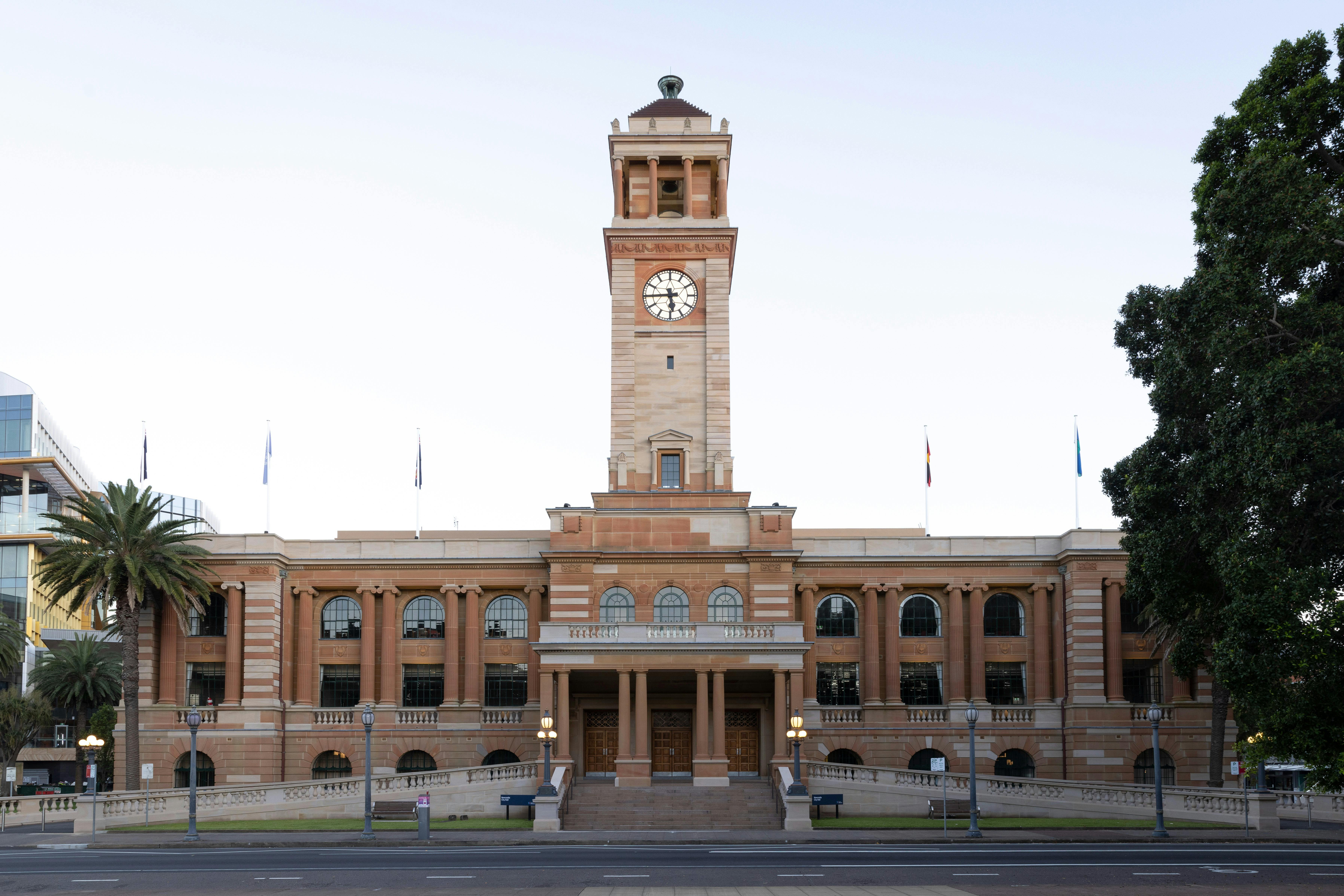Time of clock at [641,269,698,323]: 5:44
